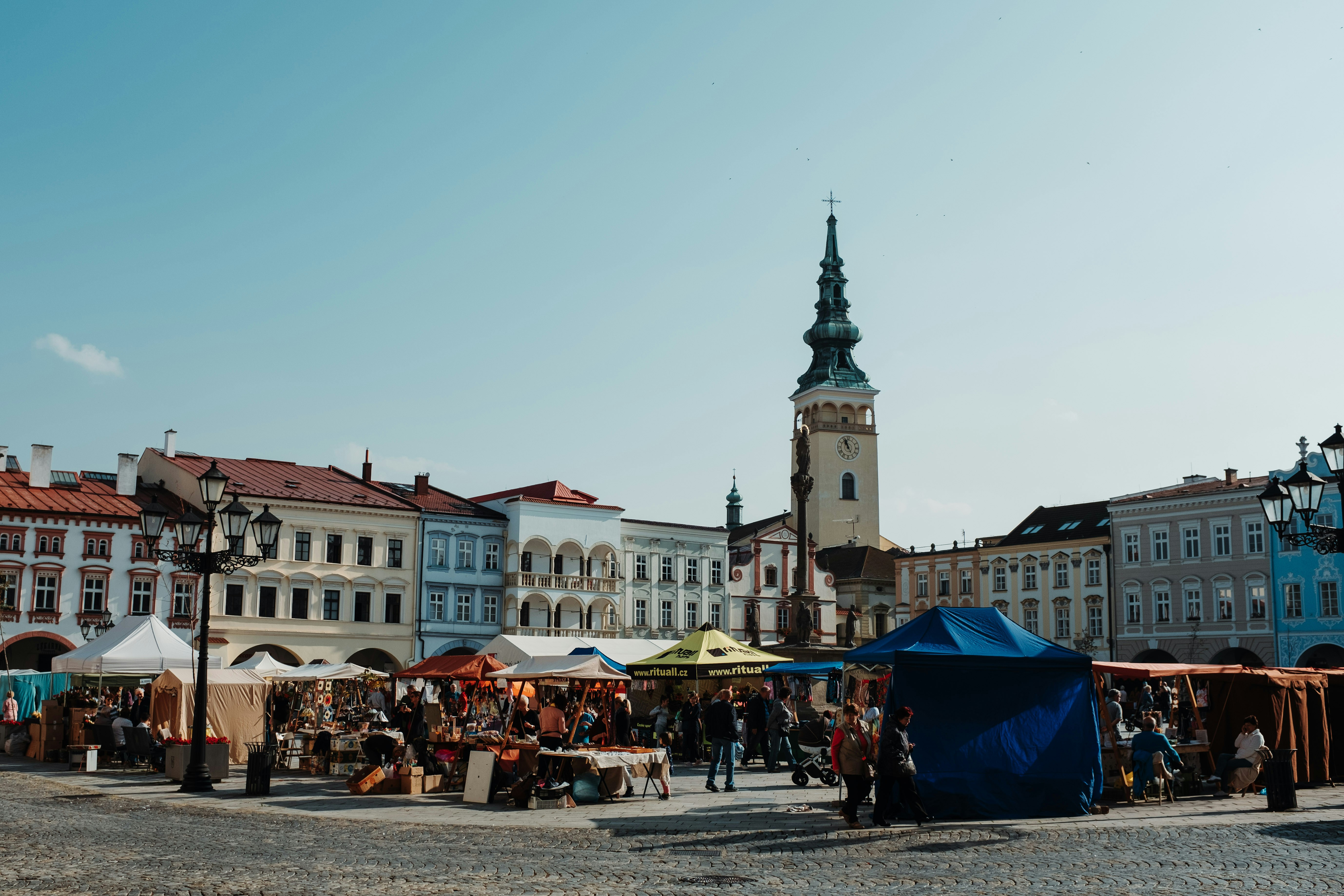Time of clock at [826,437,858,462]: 10:56
